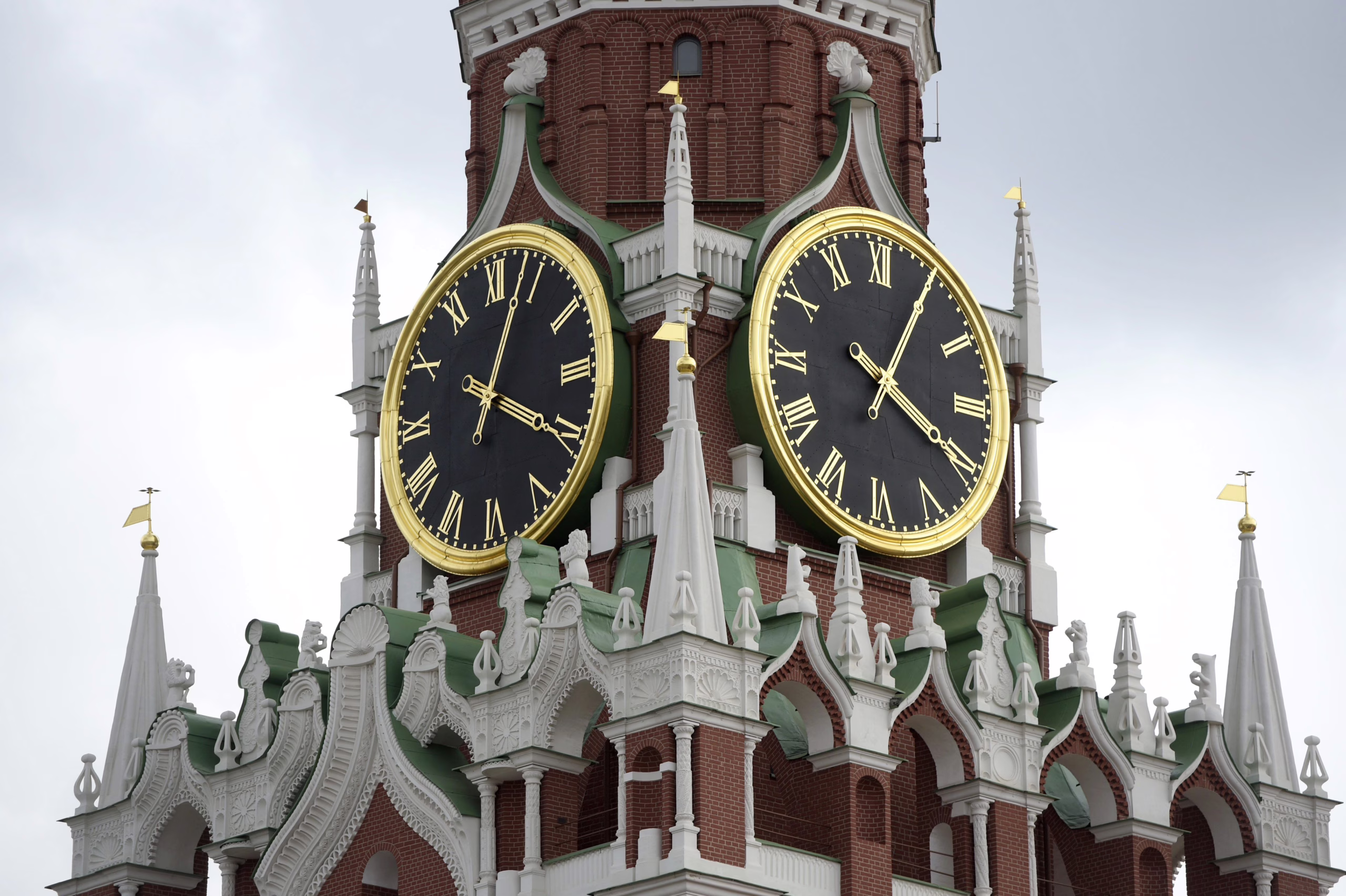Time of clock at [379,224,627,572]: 4:03
